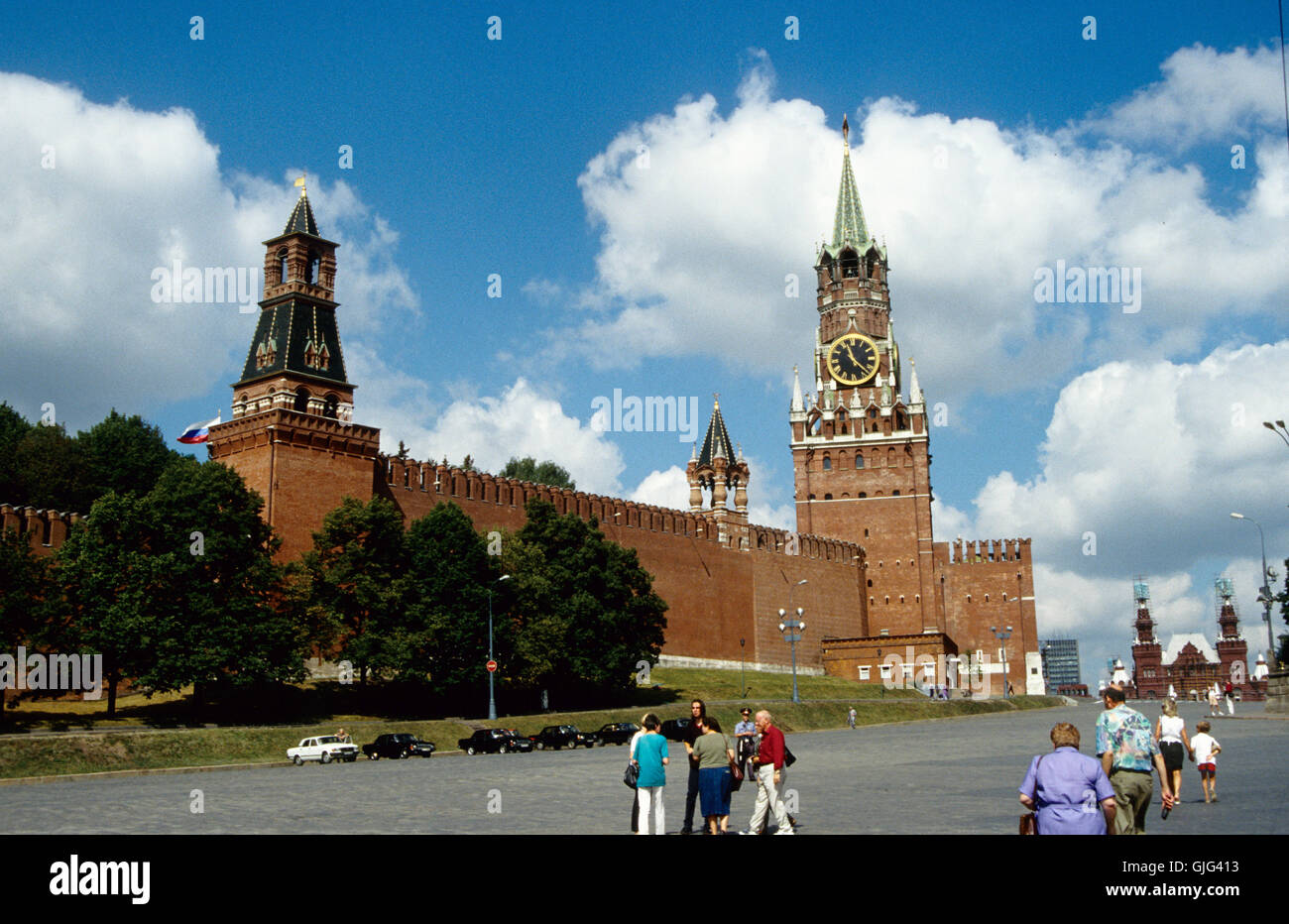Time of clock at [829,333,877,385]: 11:22
